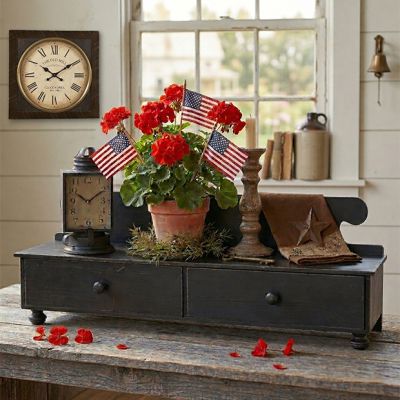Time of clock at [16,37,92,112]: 10:09
